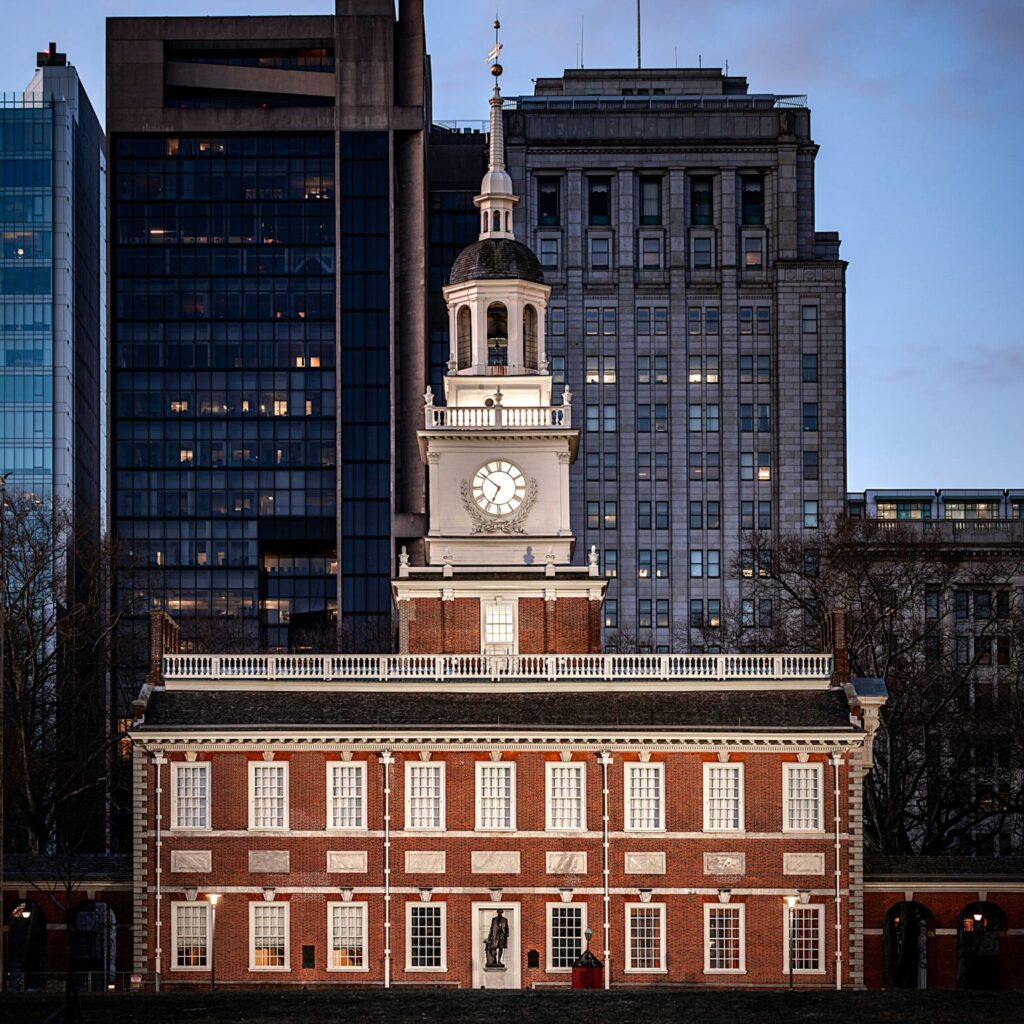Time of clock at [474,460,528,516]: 6:51
